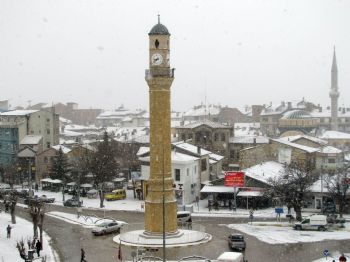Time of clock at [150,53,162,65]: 8:38
